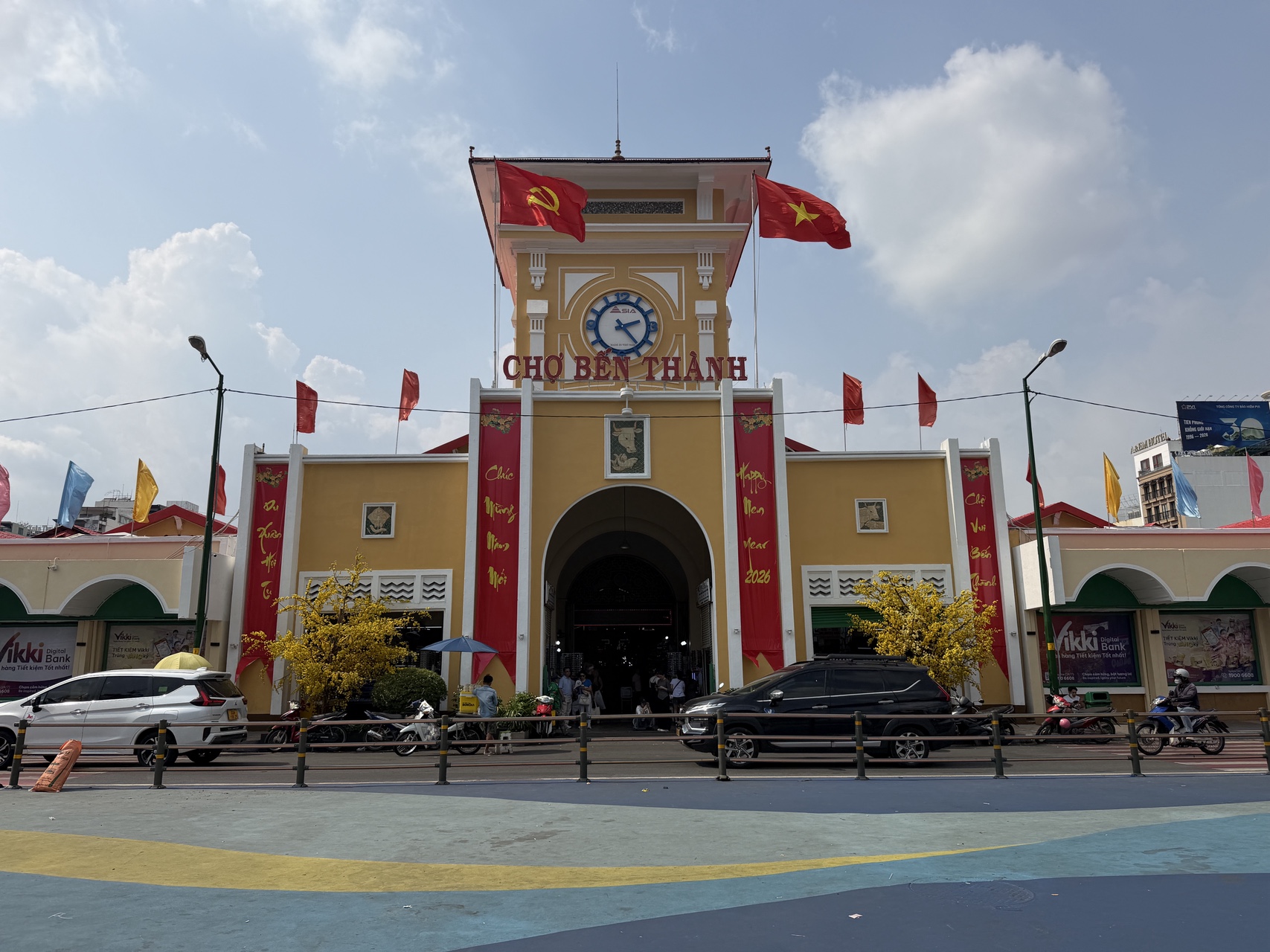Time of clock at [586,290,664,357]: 2:23
